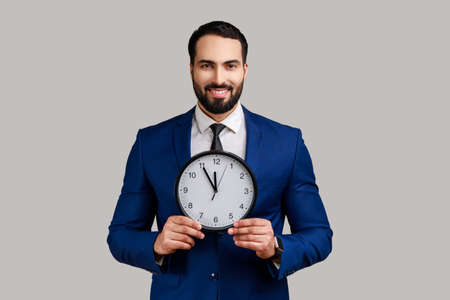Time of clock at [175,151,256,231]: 11:54
